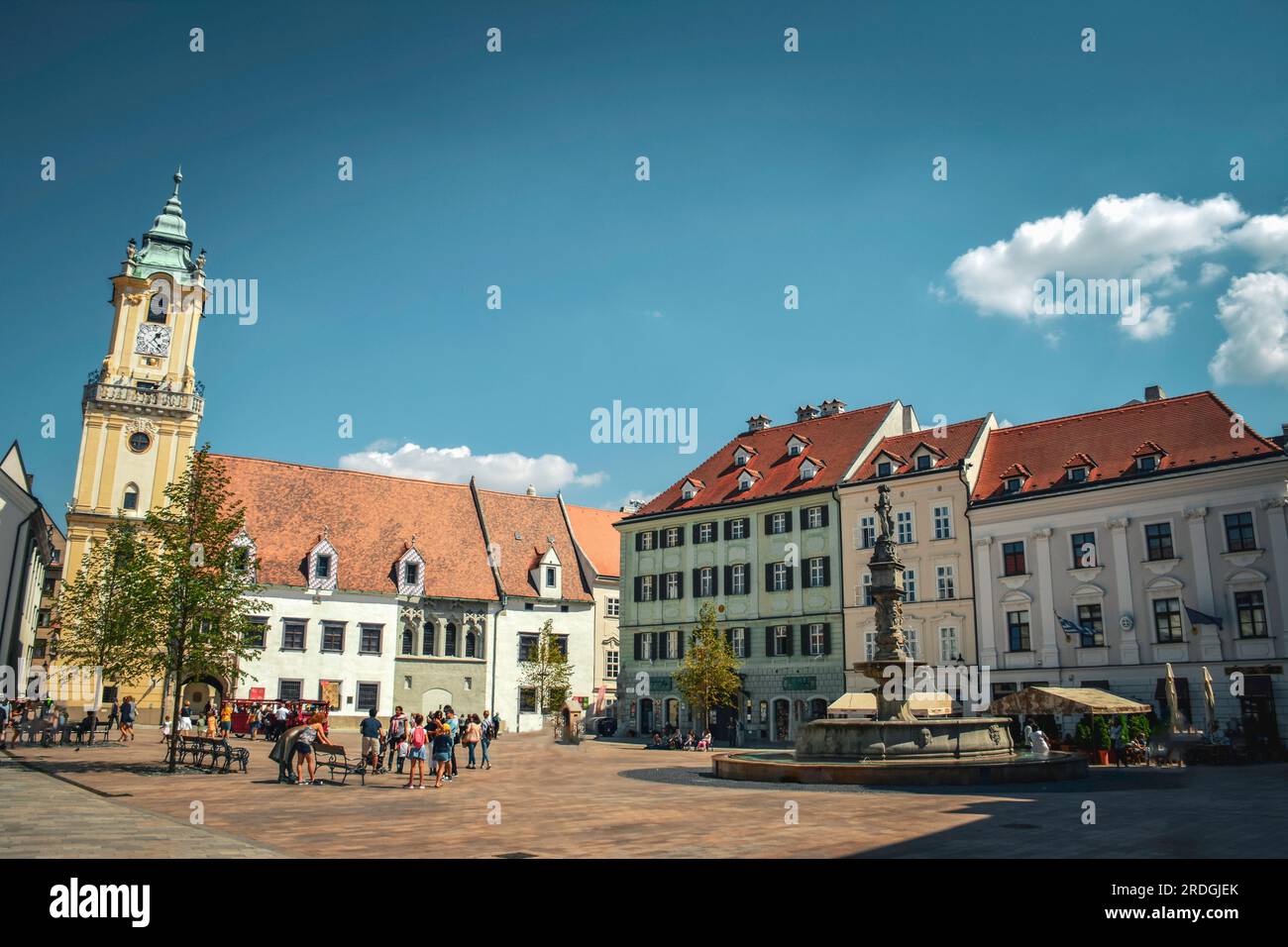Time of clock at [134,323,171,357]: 1:22
